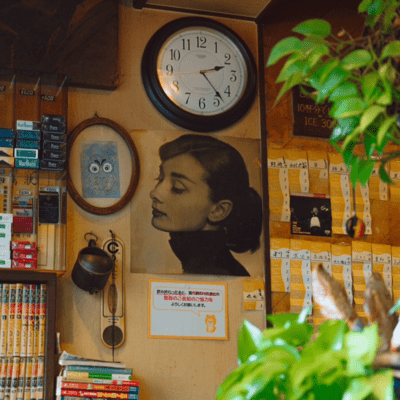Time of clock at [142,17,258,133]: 2:23
